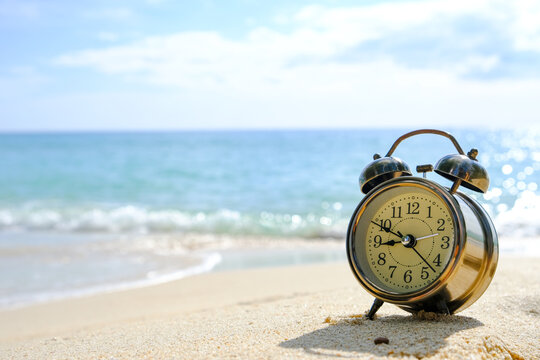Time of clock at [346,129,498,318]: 8:49
